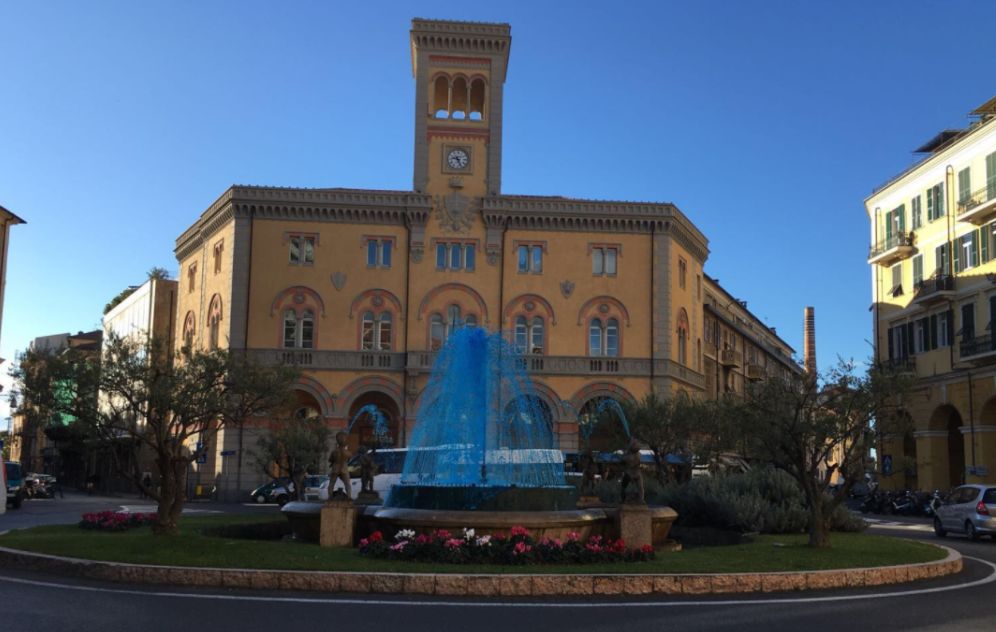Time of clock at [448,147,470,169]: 9:26
